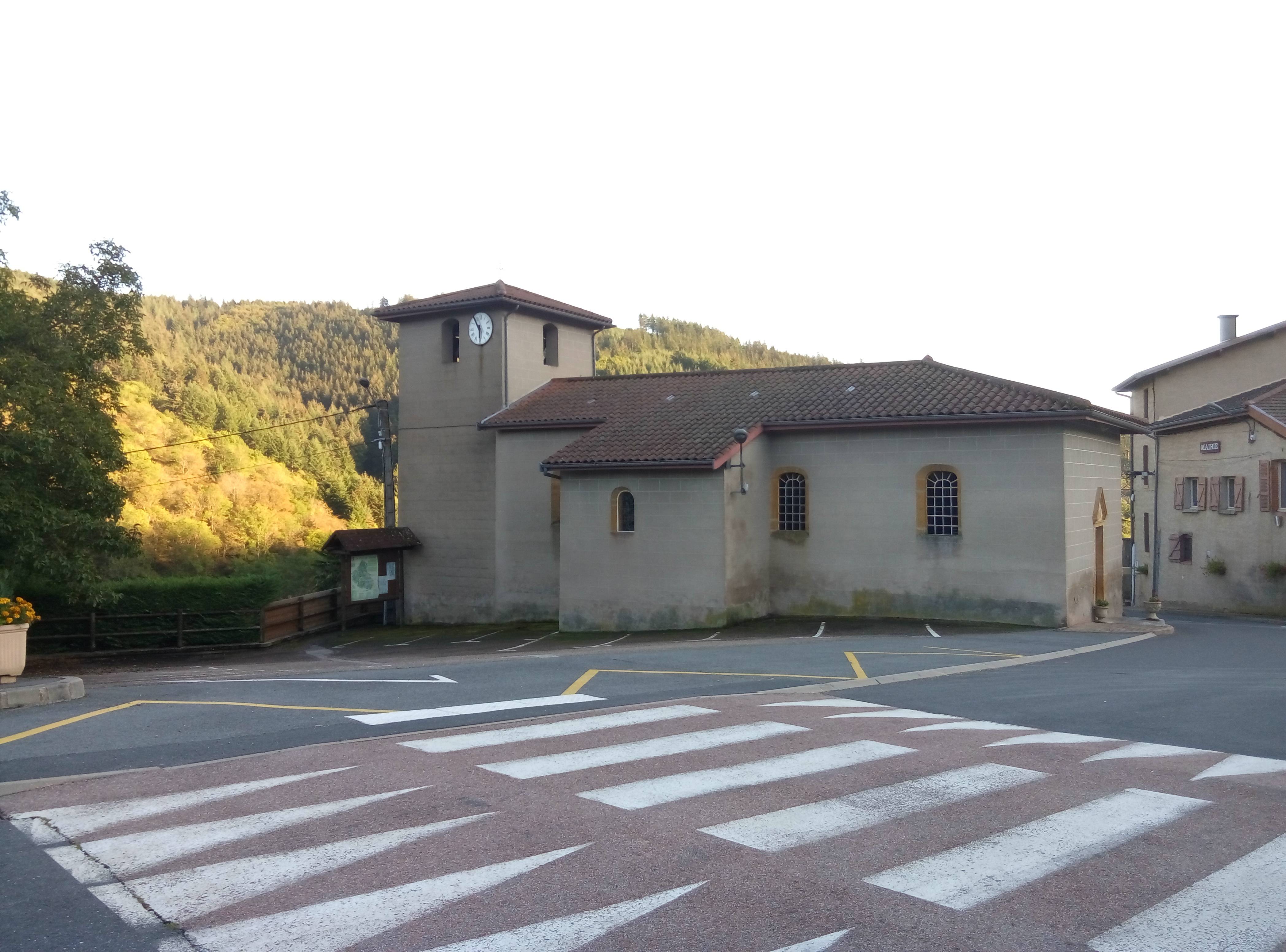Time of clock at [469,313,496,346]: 5:54
